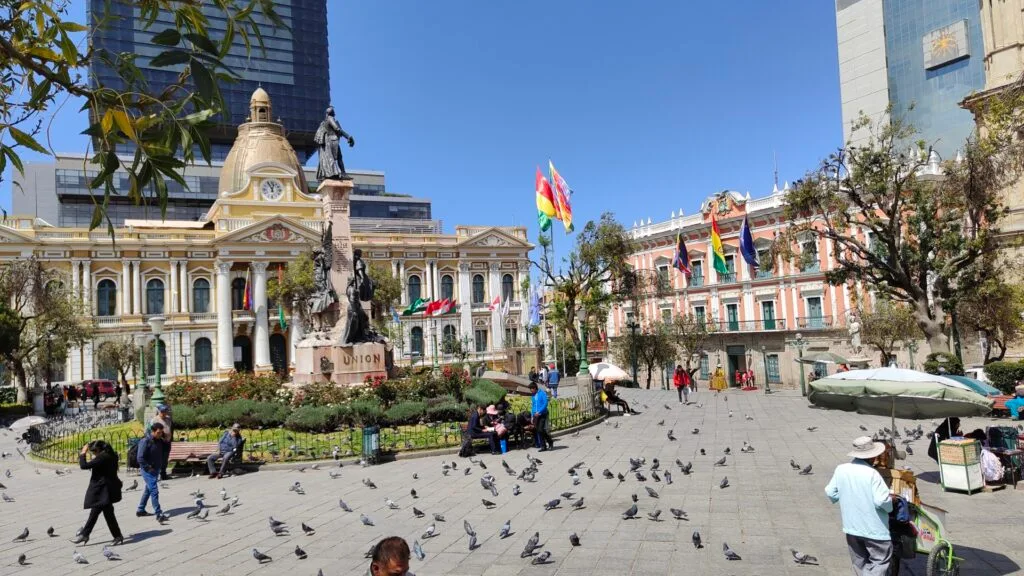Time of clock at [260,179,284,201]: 11:02
